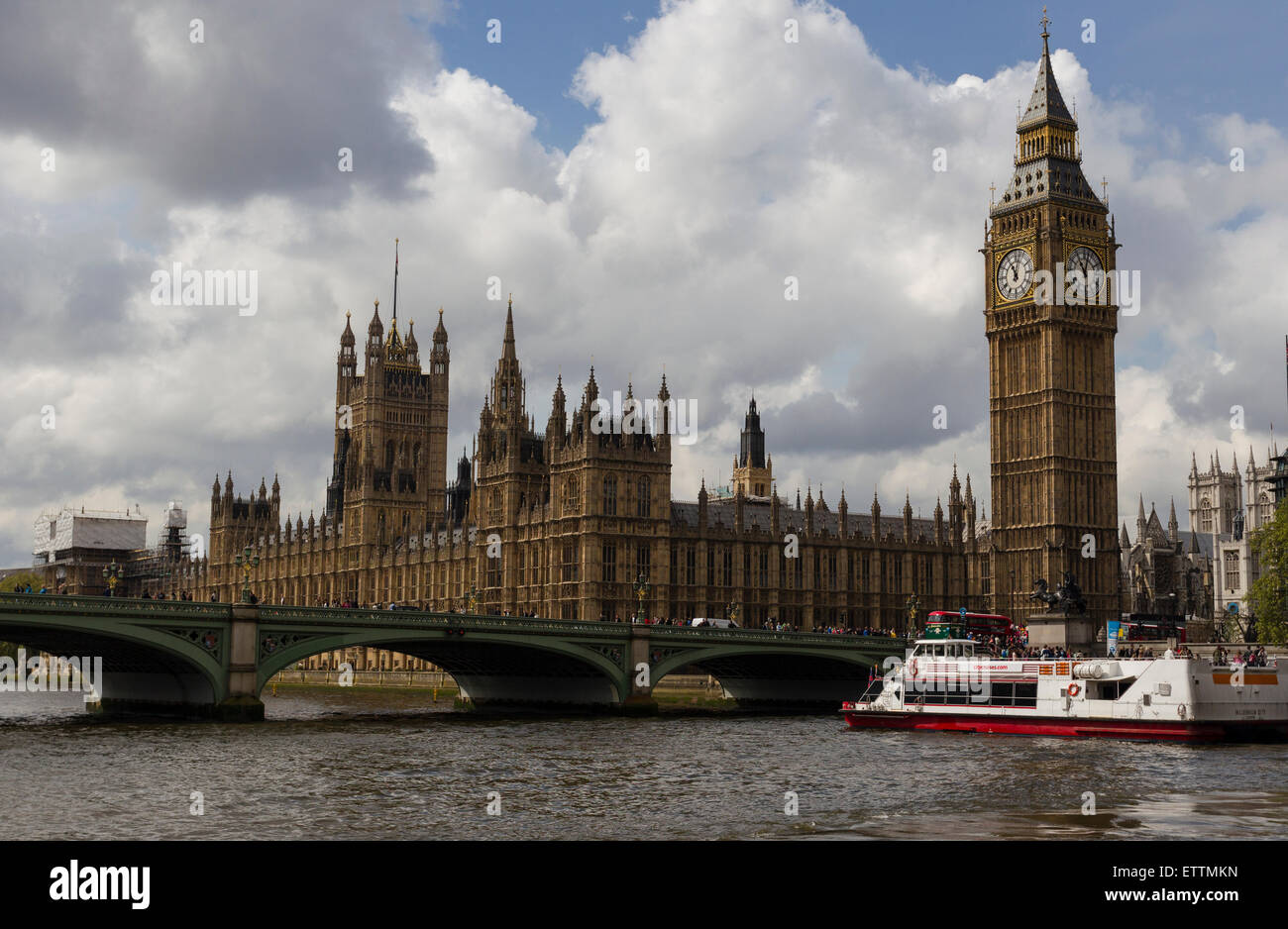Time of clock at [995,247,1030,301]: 11:02
